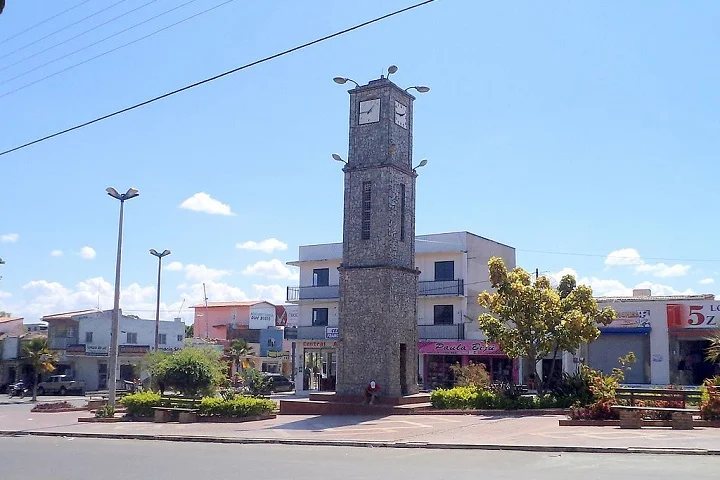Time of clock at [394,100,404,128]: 2:46
